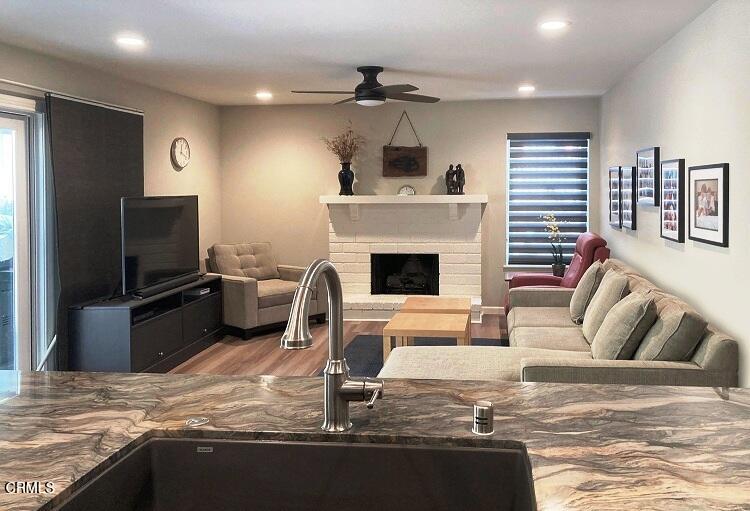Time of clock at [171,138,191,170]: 12:19
